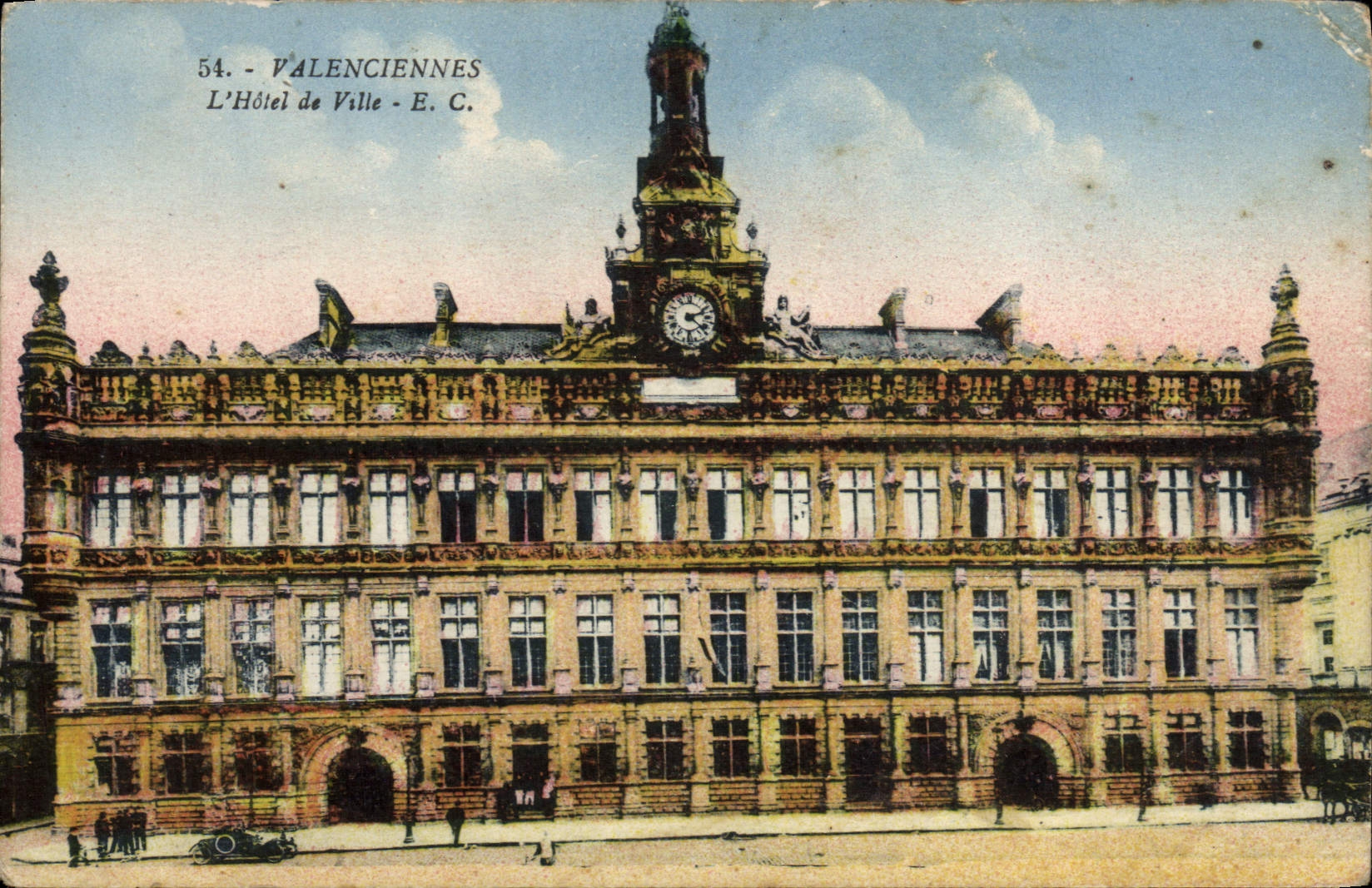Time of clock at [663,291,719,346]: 2:22
